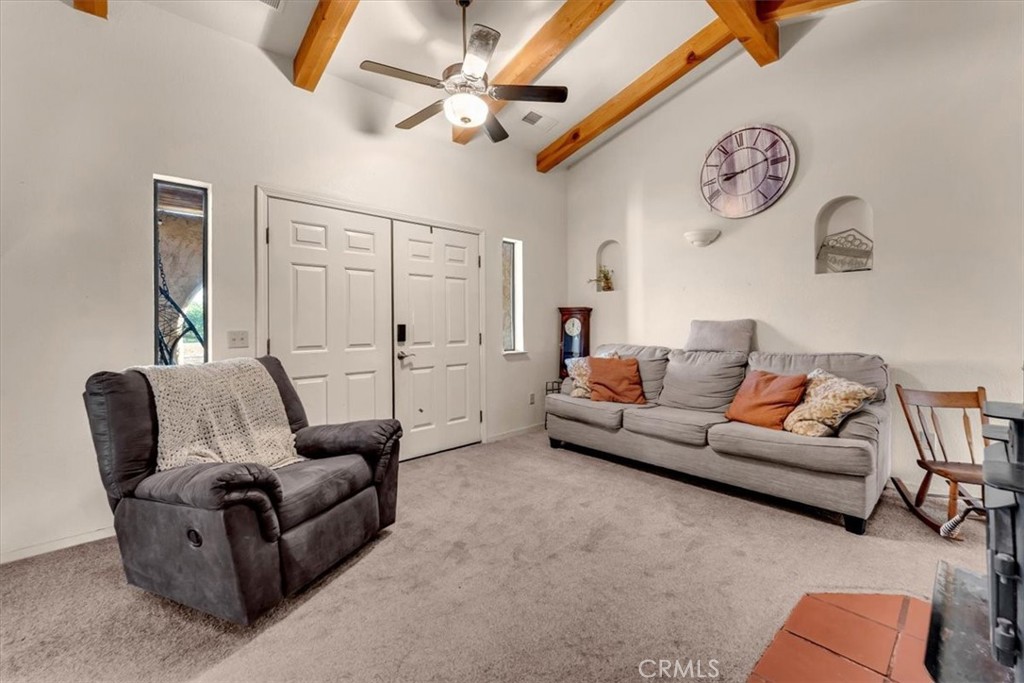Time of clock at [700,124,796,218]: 8:12
